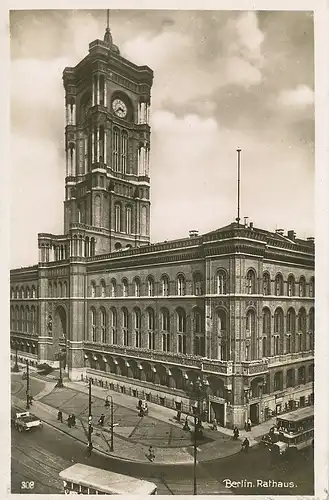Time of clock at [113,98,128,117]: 3:37
